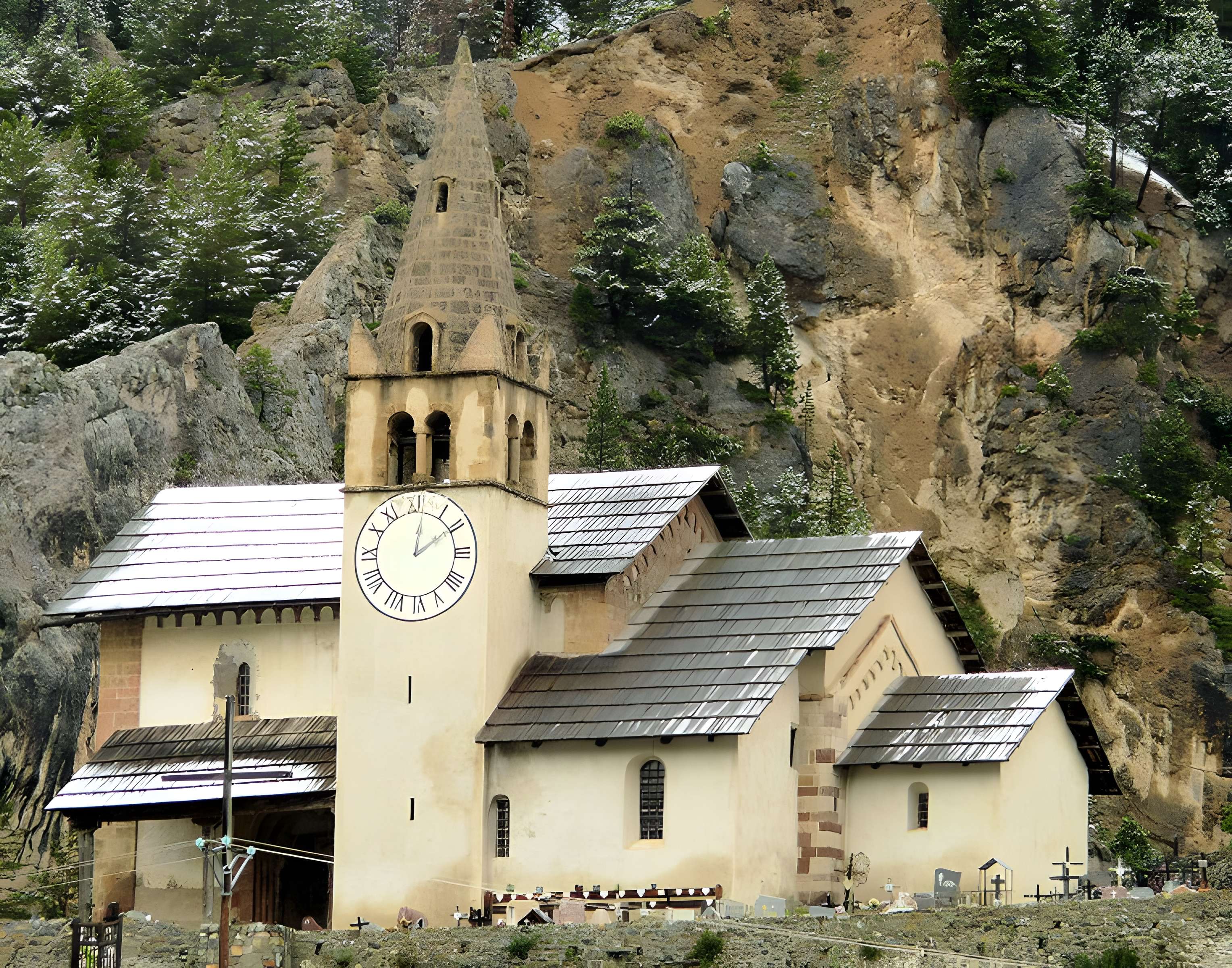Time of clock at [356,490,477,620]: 12:09
